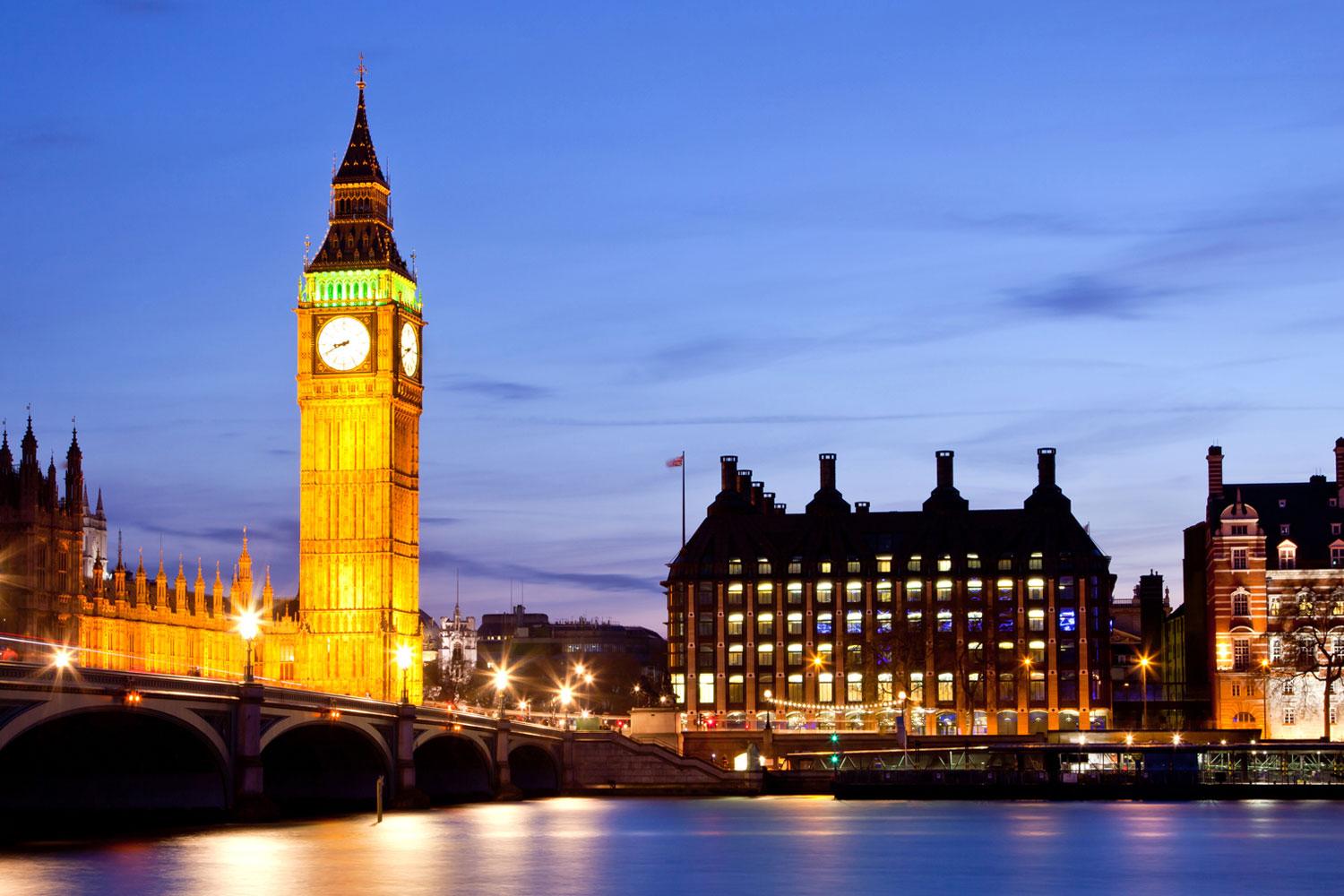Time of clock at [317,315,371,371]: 8:40
